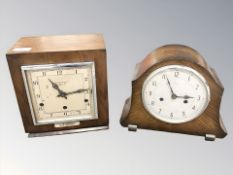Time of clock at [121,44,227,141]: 2:56
